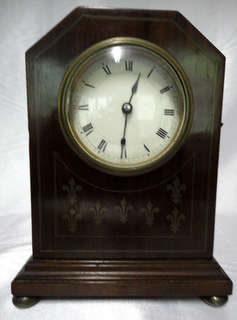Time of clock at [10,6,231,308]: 12:30
